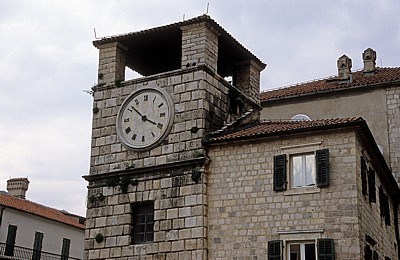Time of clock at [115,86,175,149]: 3:52
